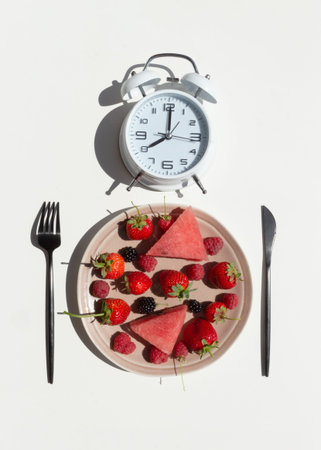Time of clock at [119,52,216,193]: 8:00
